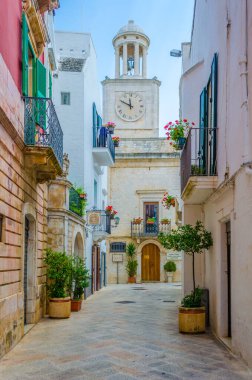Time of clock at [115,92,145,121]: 11:49
